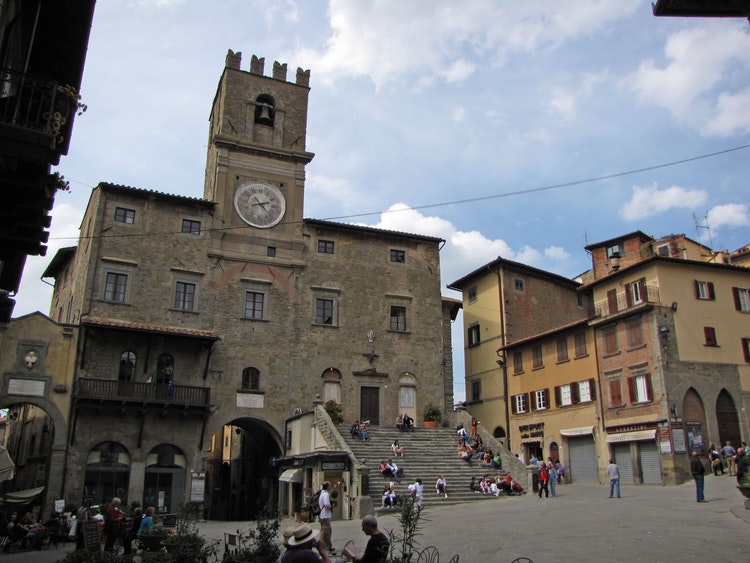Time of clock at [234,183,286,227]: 2:22
